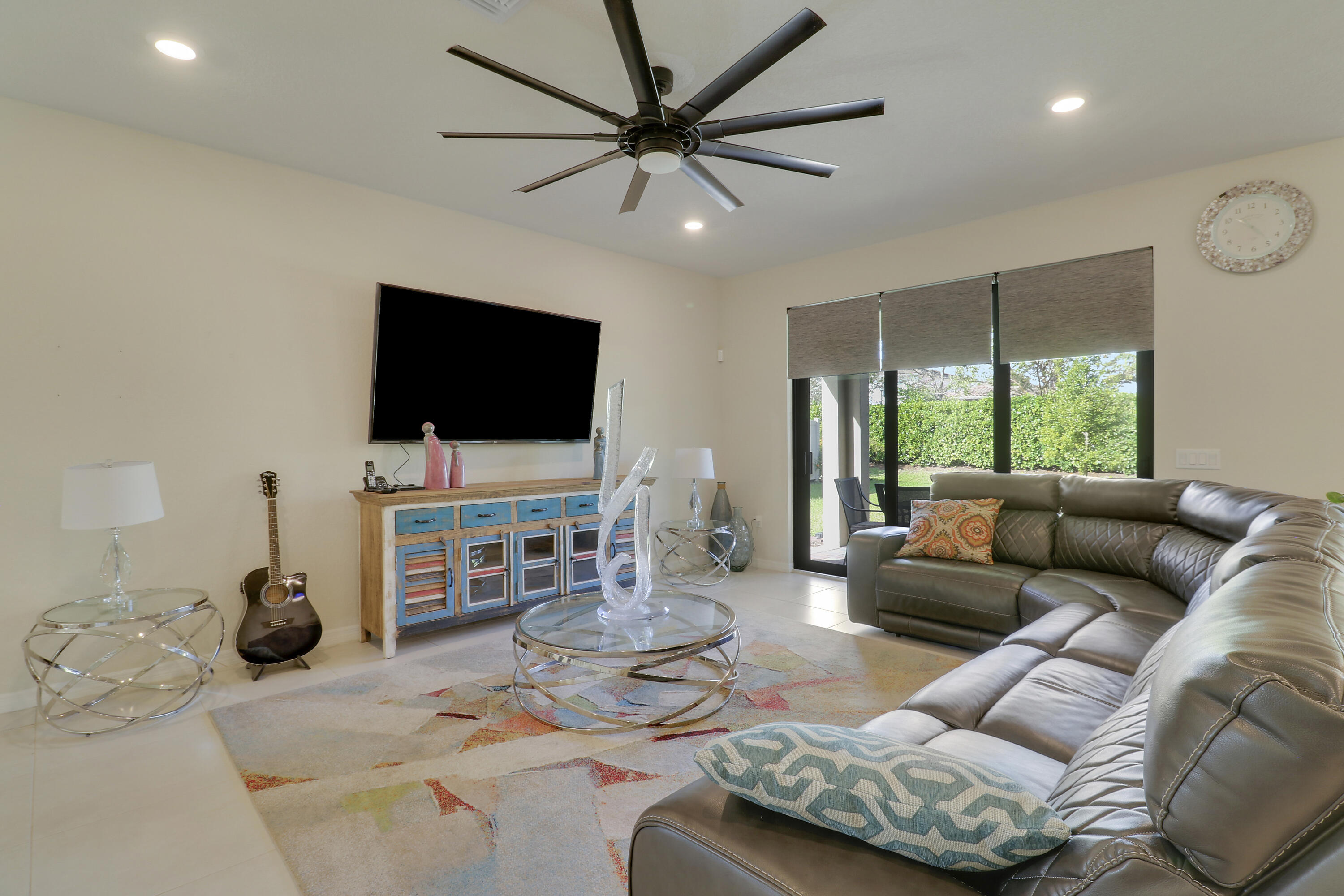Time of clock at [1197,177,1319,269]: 10:23
